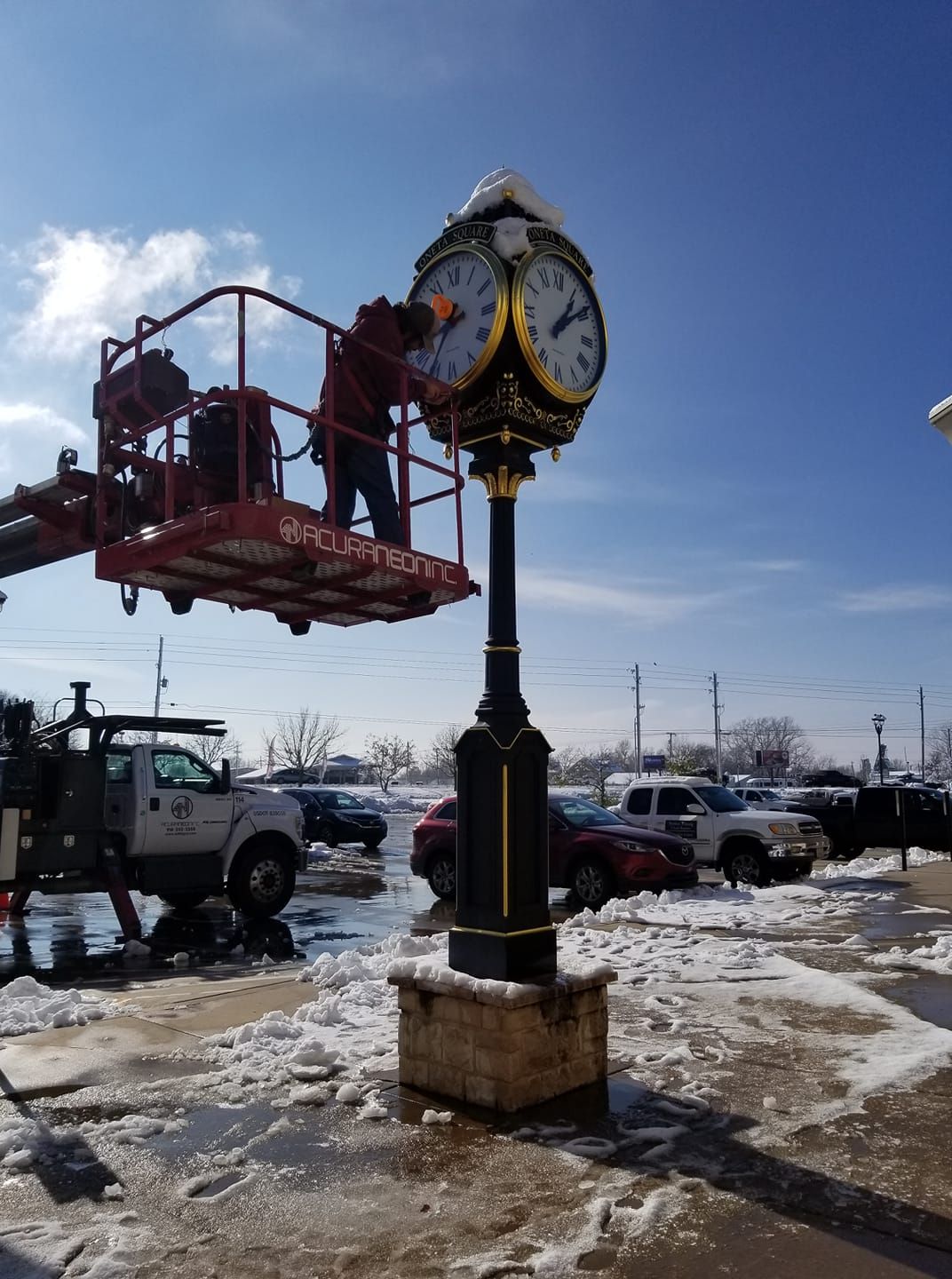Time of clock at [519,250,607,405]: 1:08
